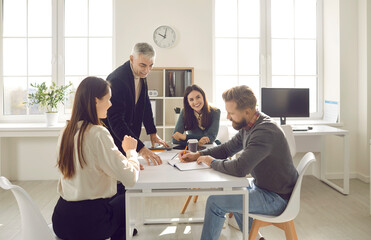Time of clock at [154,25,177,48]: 10:02
